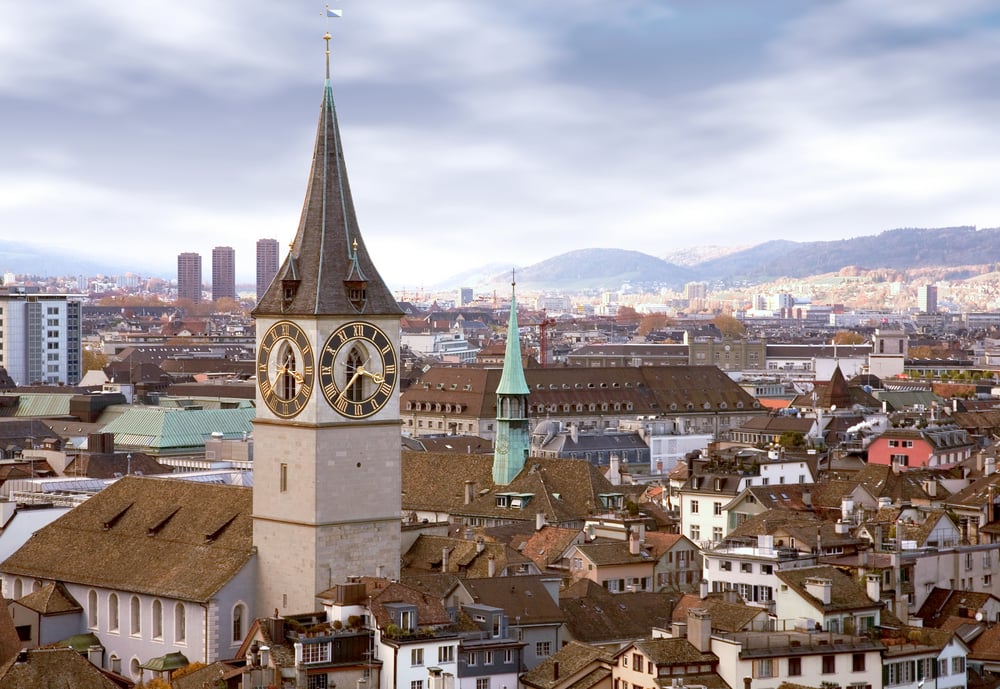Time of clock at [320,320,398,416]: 11:36
